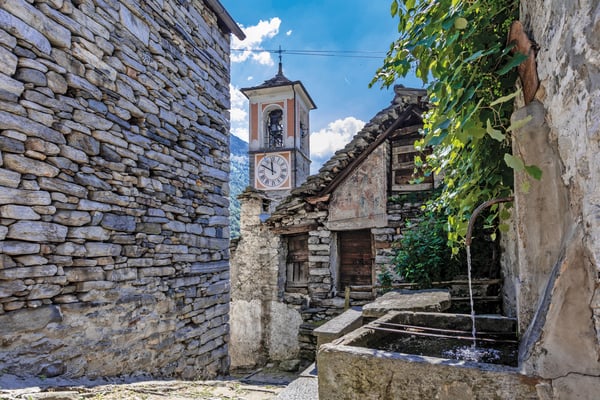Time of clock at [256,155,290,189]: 11:49
